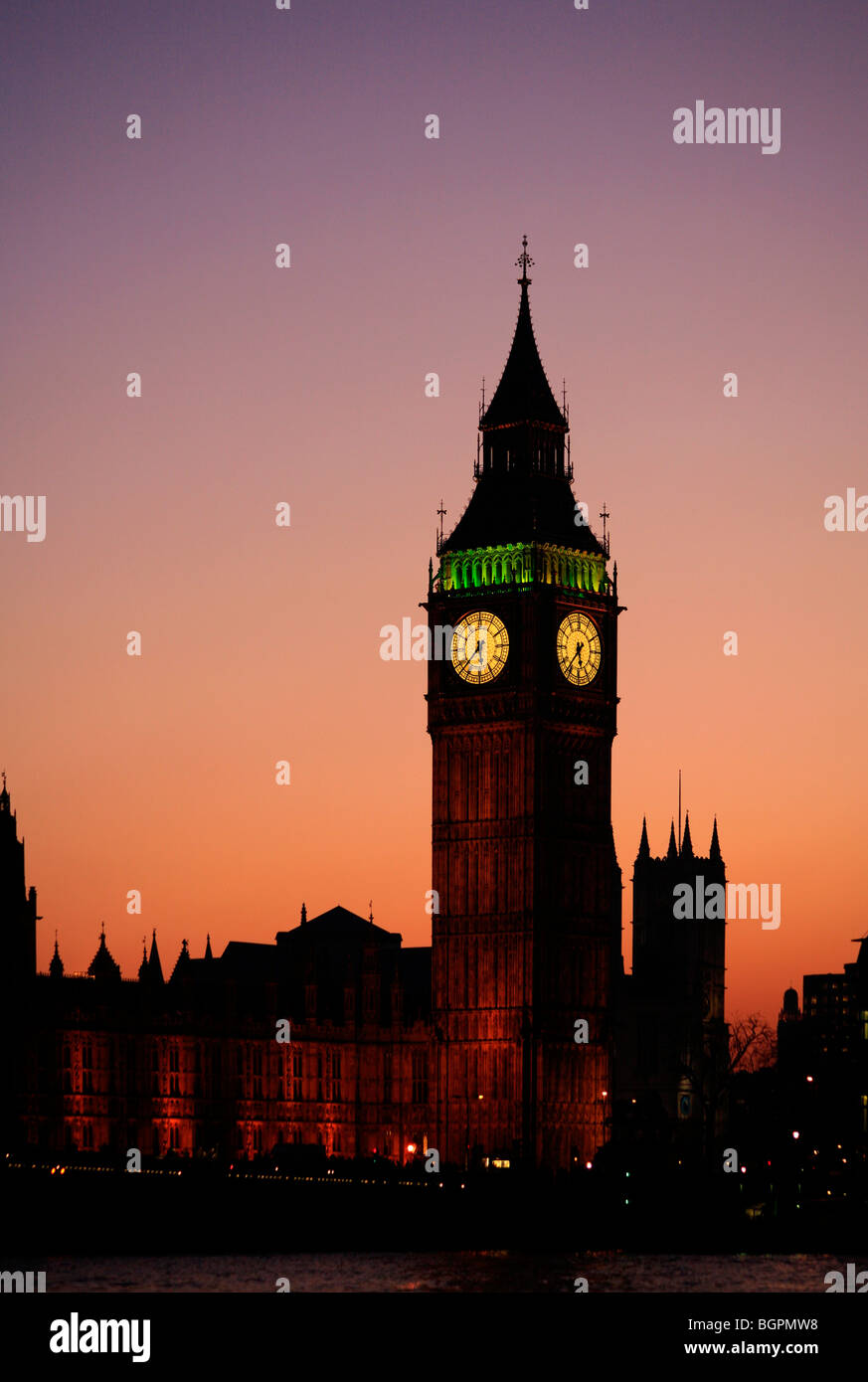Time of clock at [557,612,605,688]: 5:36
